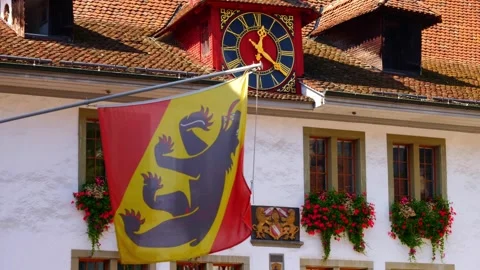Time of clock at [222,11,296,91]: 12:21
